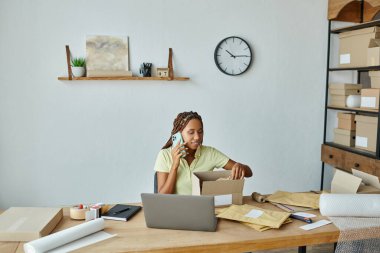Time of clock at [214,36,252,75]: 10:14
